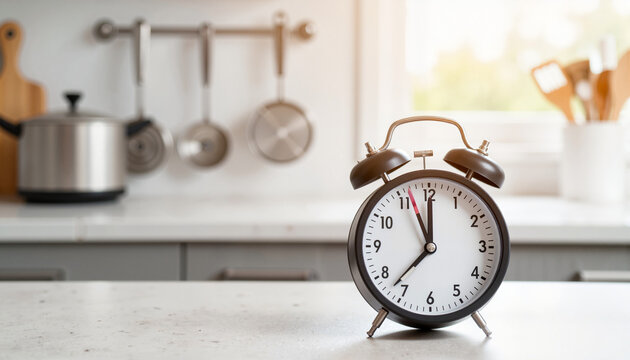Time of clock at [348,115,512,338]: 11:37
